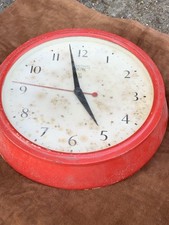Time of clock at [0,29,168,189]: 4:57
